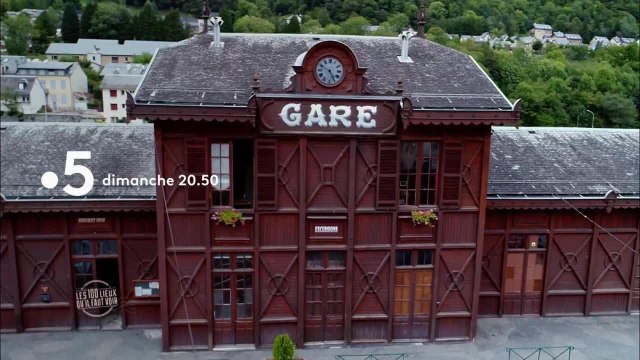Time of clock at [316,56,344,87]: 4:49
